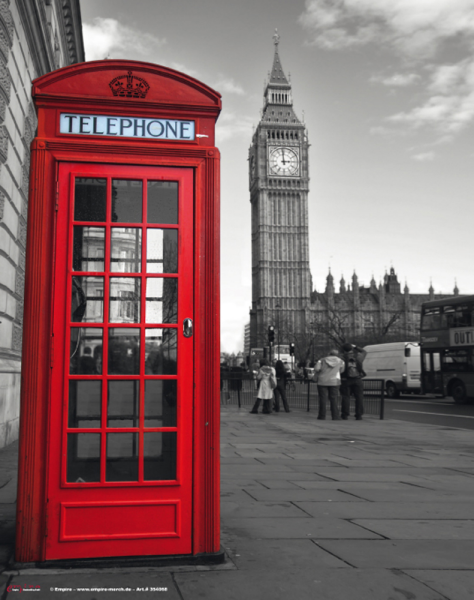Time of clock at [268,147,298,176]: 2:59
